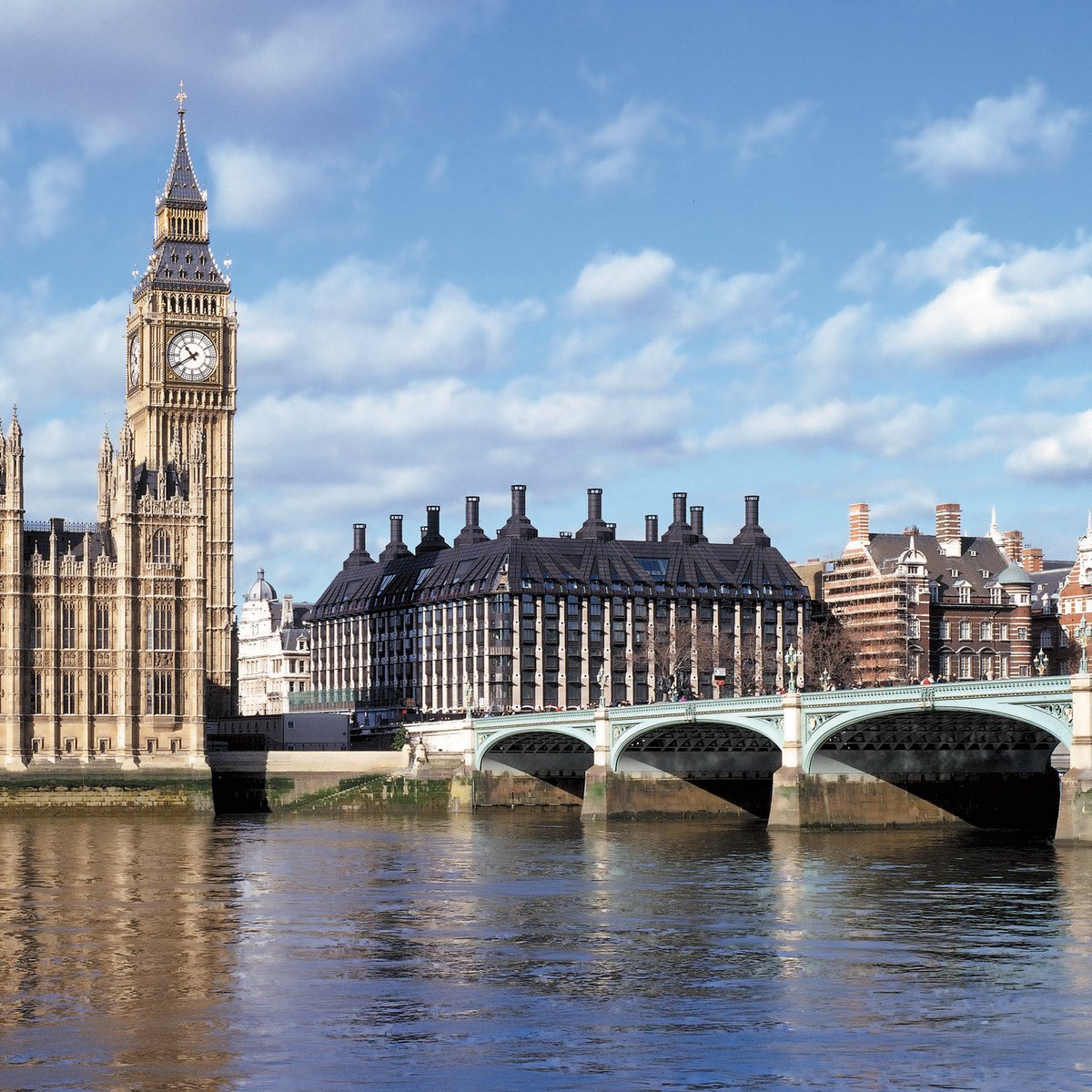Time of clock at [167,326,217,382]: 10:39
